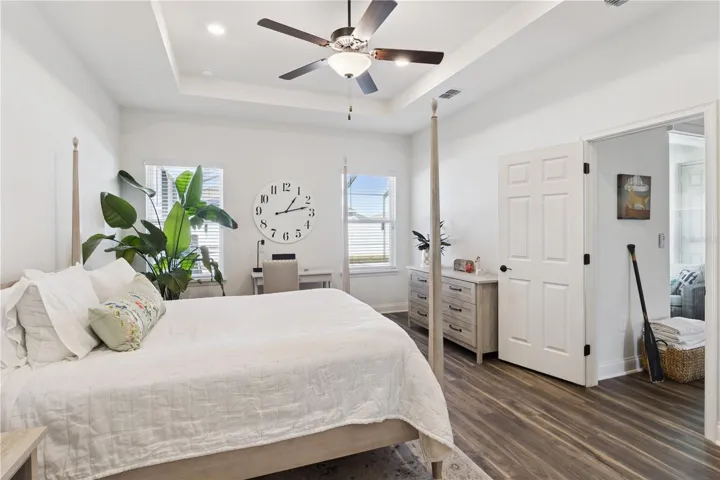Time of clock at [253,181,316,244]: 1:12
